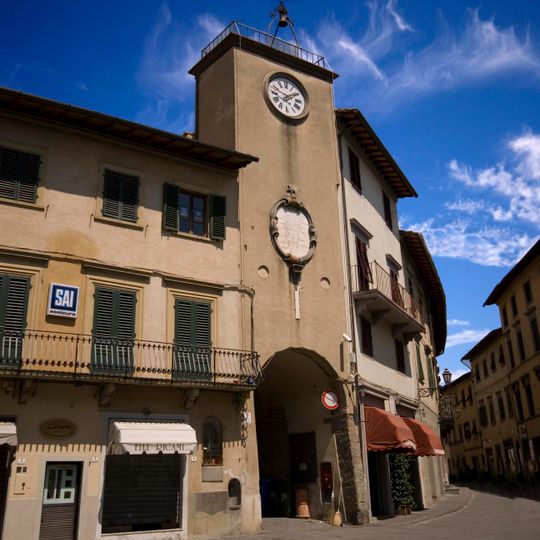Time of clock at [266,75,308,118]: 1:47
